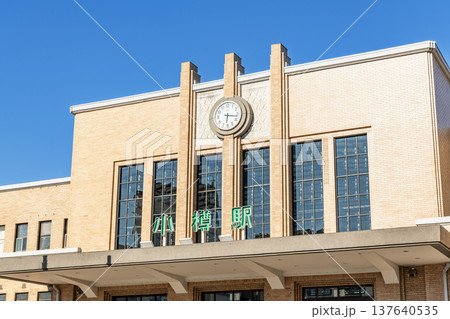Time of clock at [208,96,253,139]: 6:16
